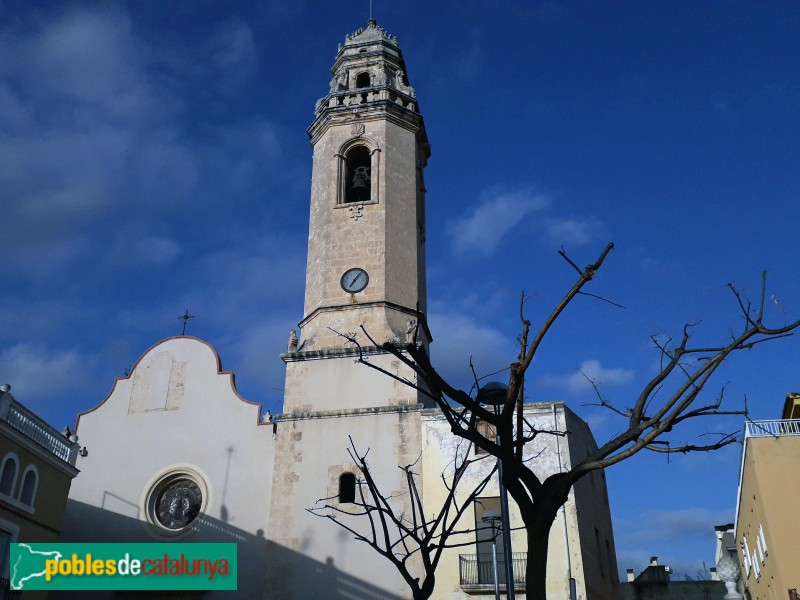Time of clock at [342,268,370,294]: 7:07
